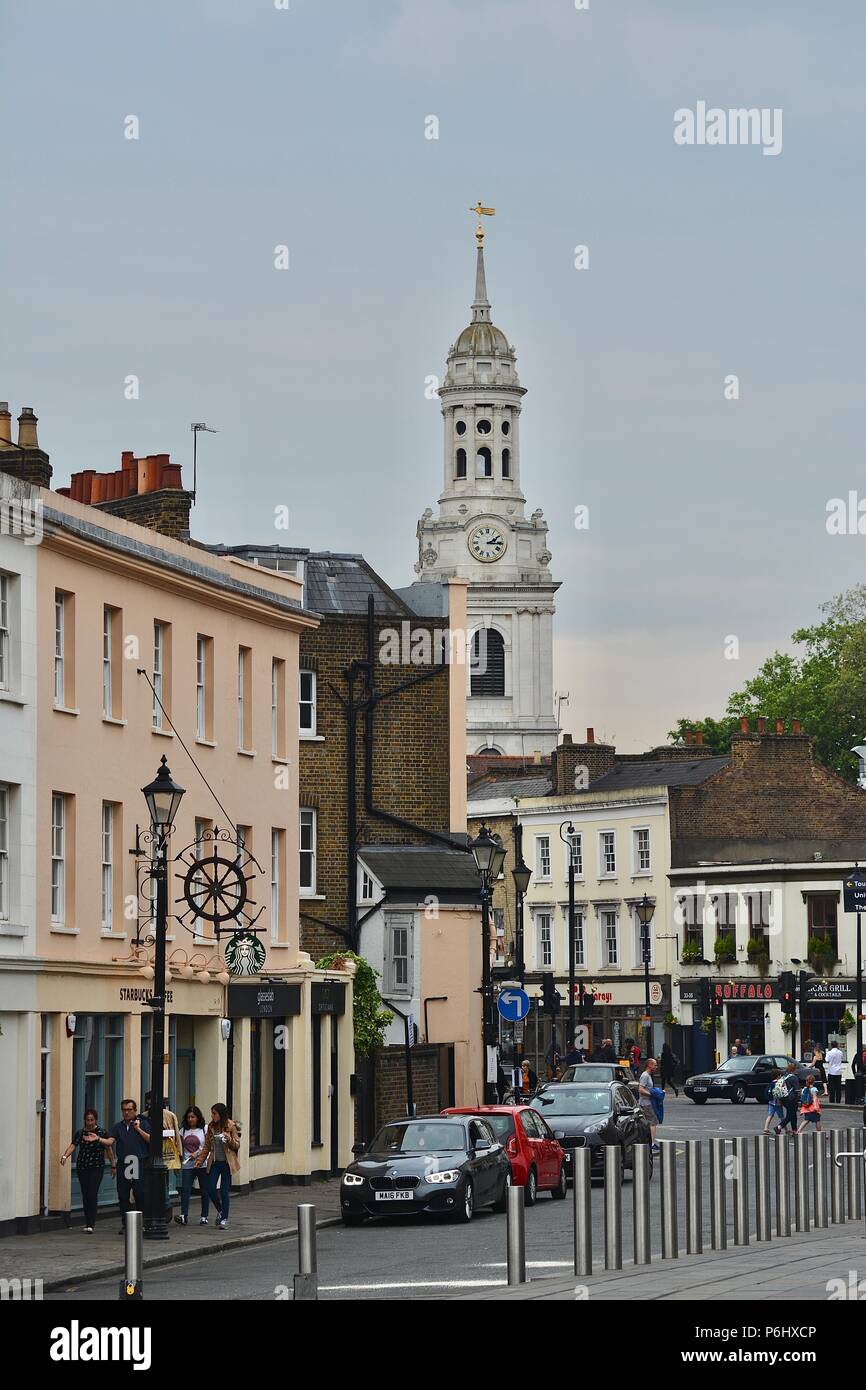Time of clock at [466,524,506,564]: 2:15
